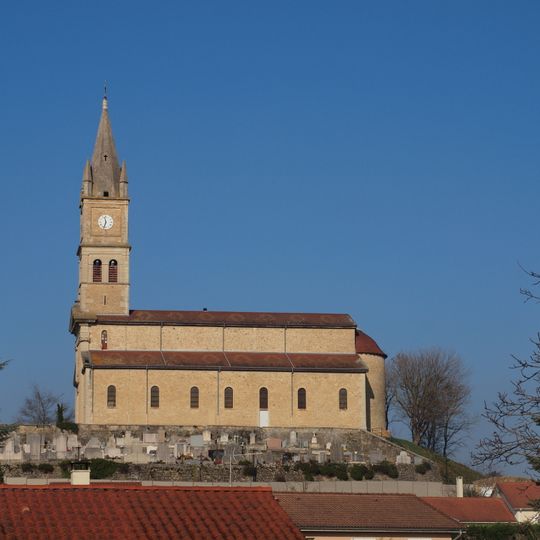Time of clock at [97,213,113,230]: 11:32
